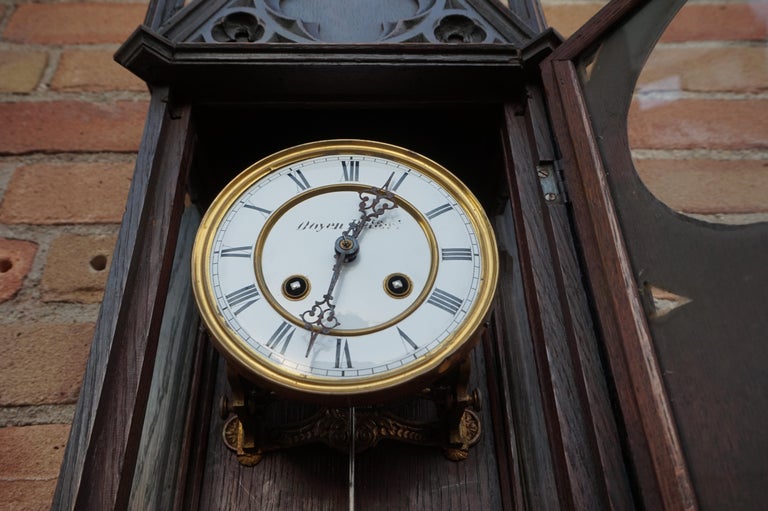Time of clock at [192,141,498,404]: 12:32
